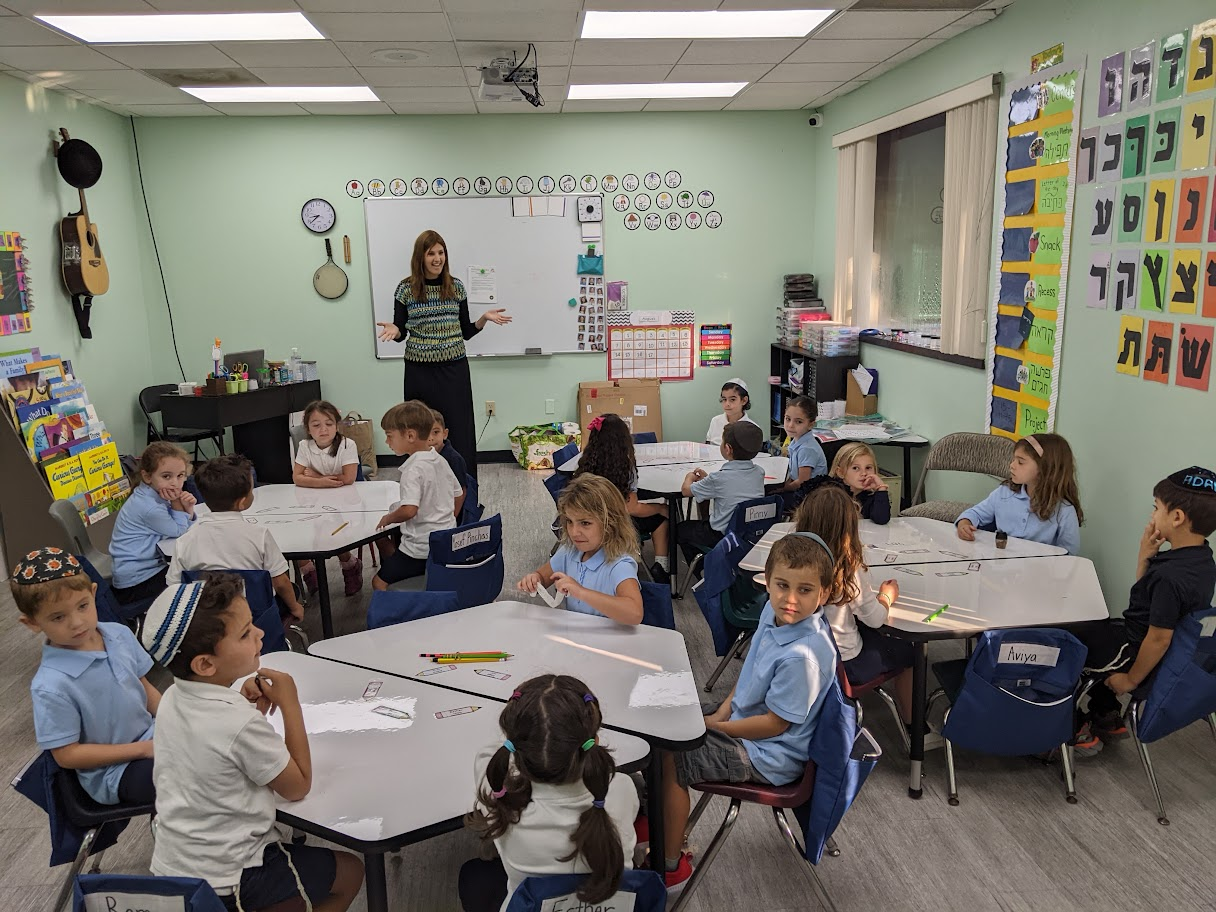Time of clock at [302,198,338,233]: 8:38
